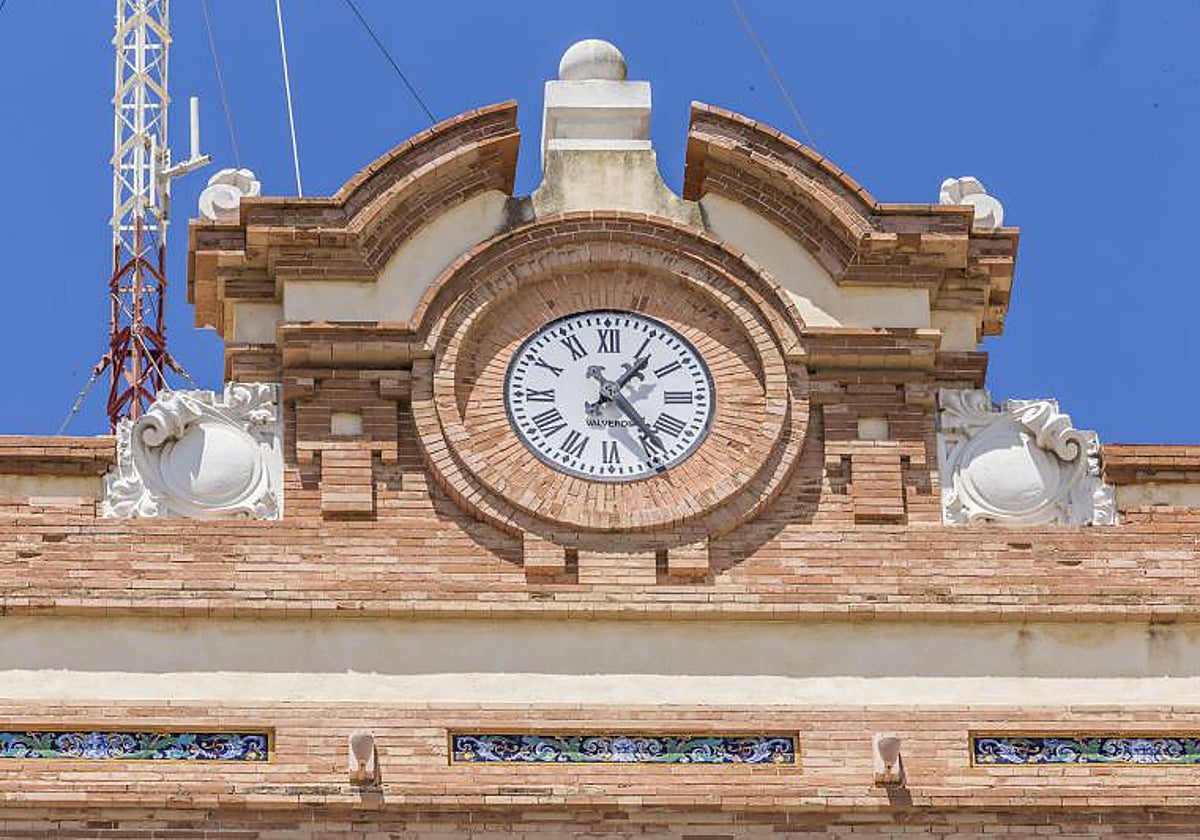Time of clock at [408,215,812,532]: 1:23
